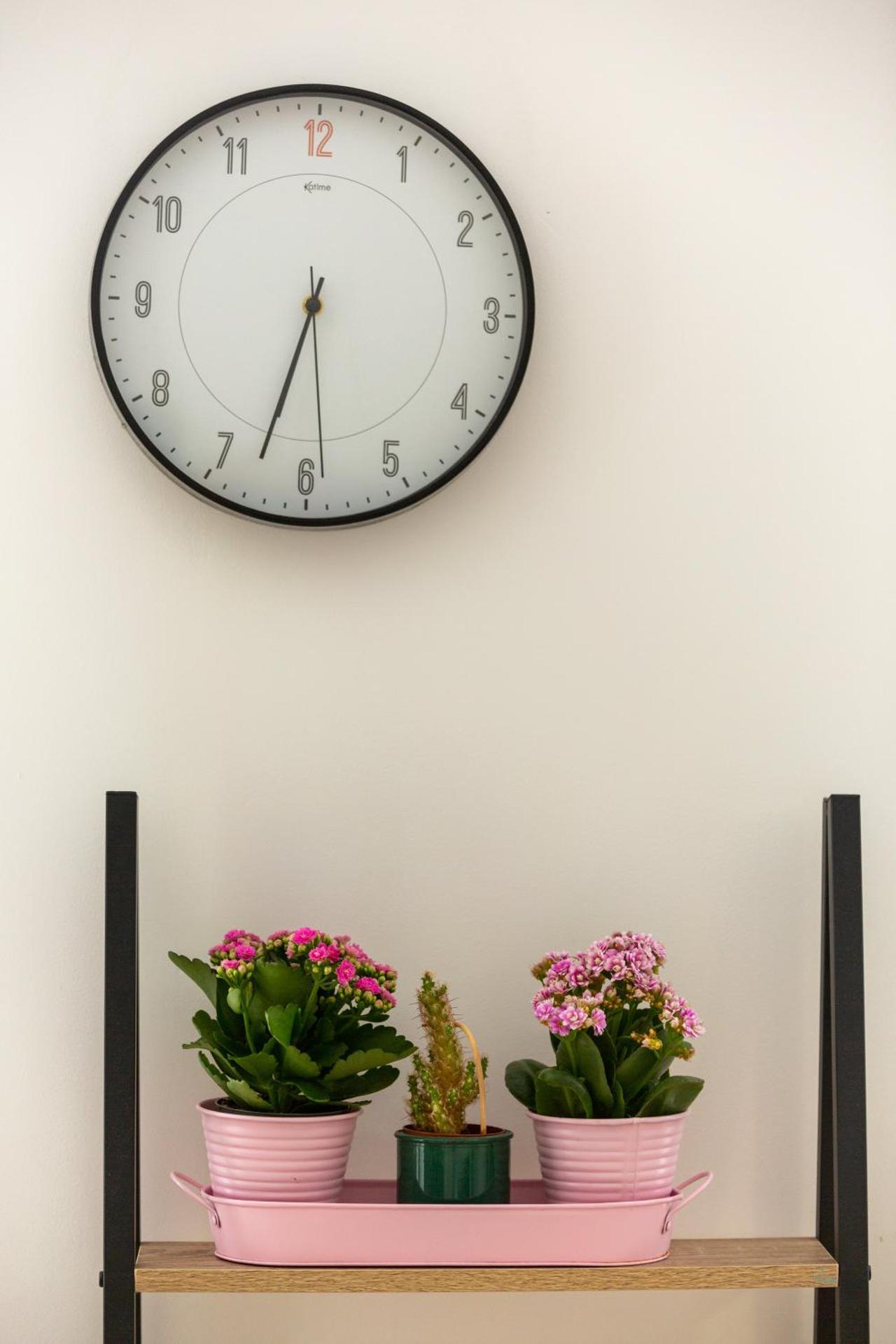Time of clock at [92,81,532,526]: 6:32
